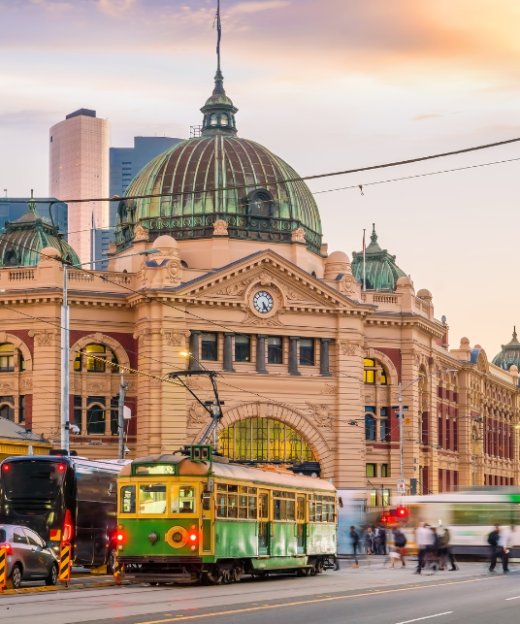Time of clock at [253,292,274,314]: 5:24
